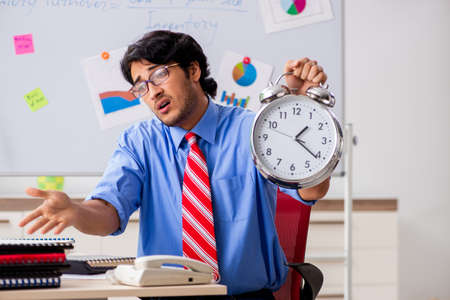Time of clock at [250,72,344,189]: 1:21
